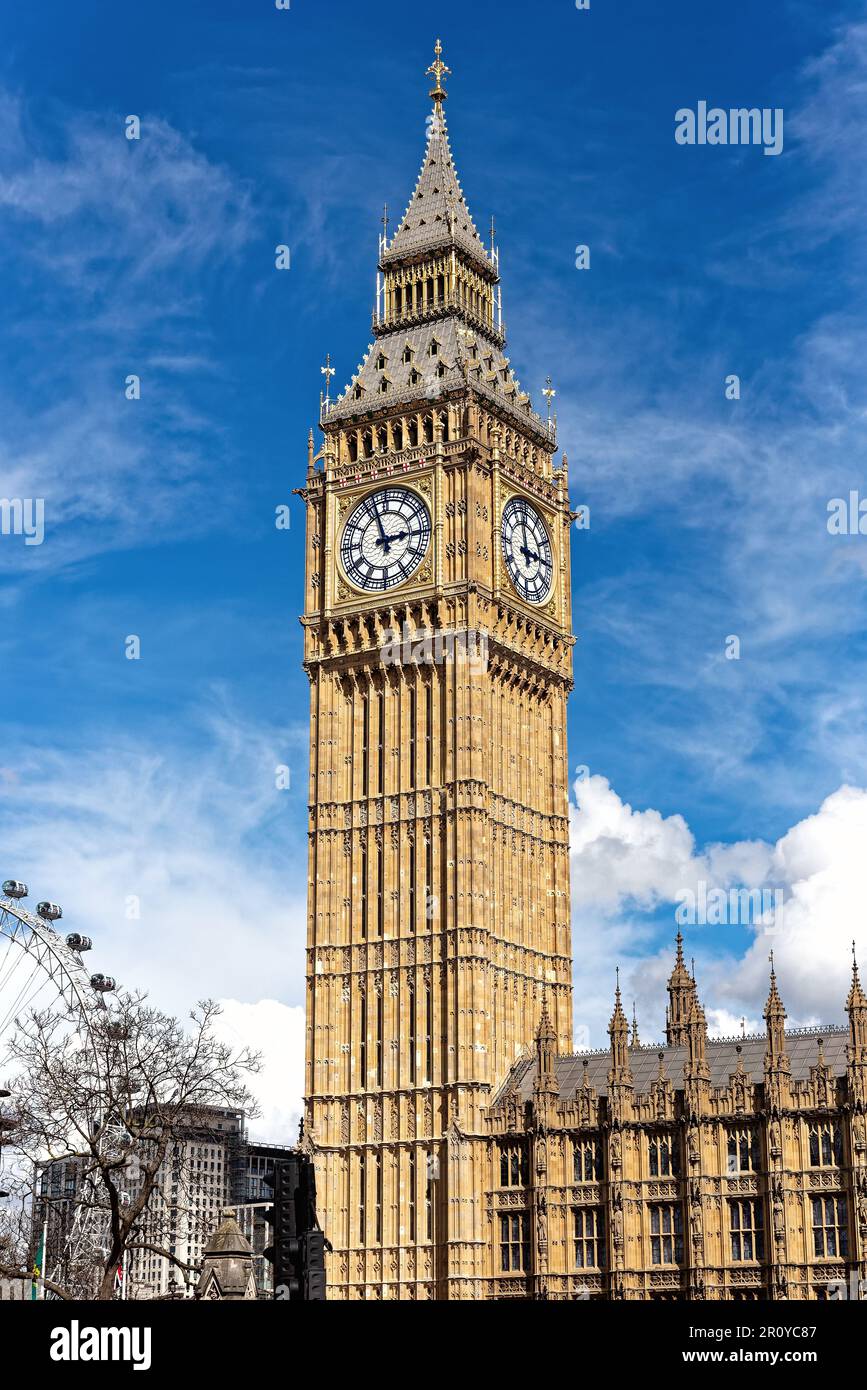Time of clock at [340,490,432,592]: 2:57
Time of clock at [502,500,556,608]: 2:58
